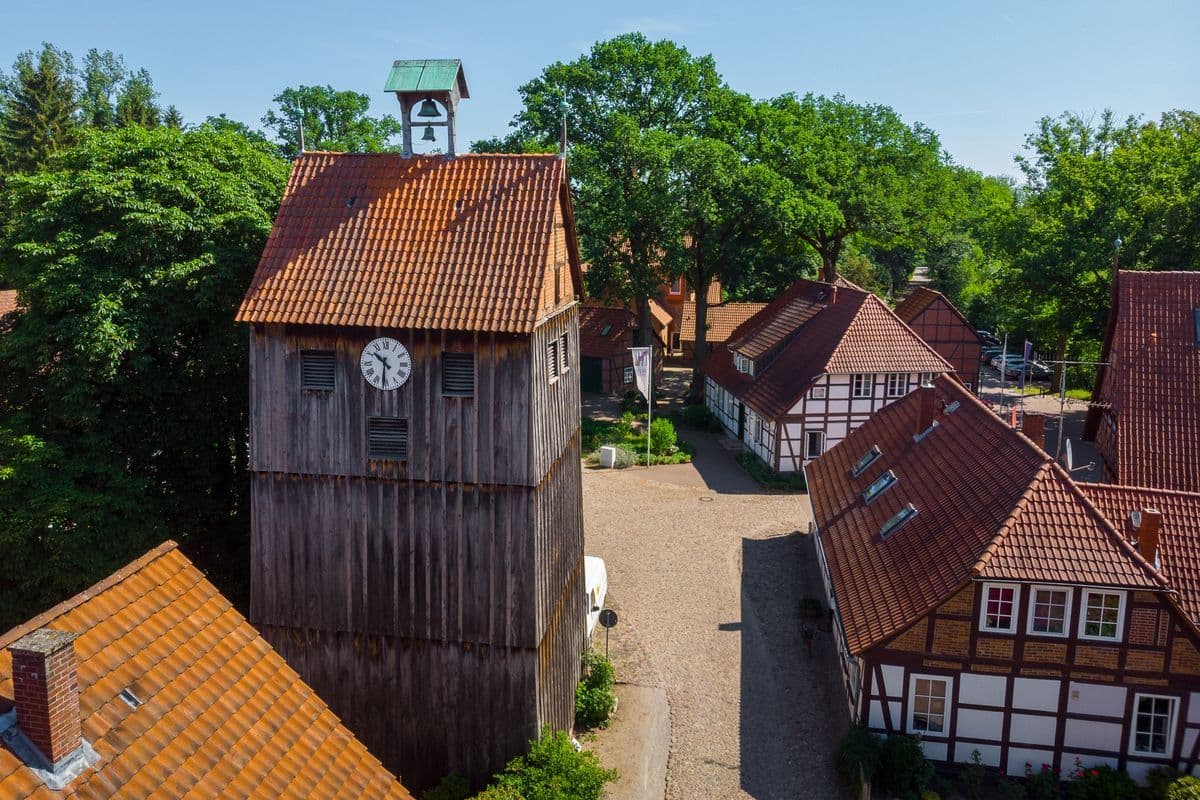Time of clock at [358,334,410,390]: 10:31
